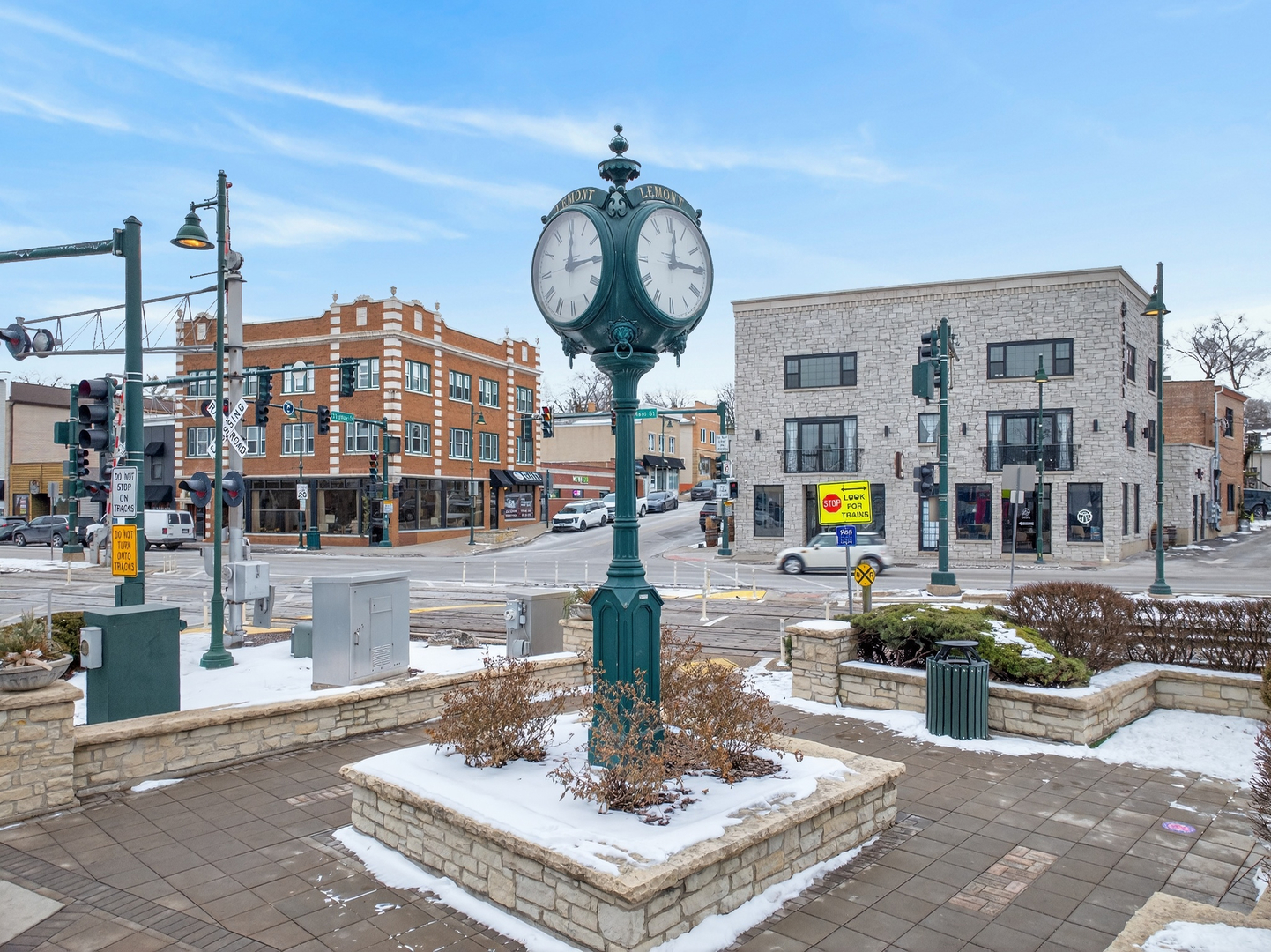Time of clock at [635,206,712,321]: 3:02
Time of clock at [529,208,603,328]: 12:14
